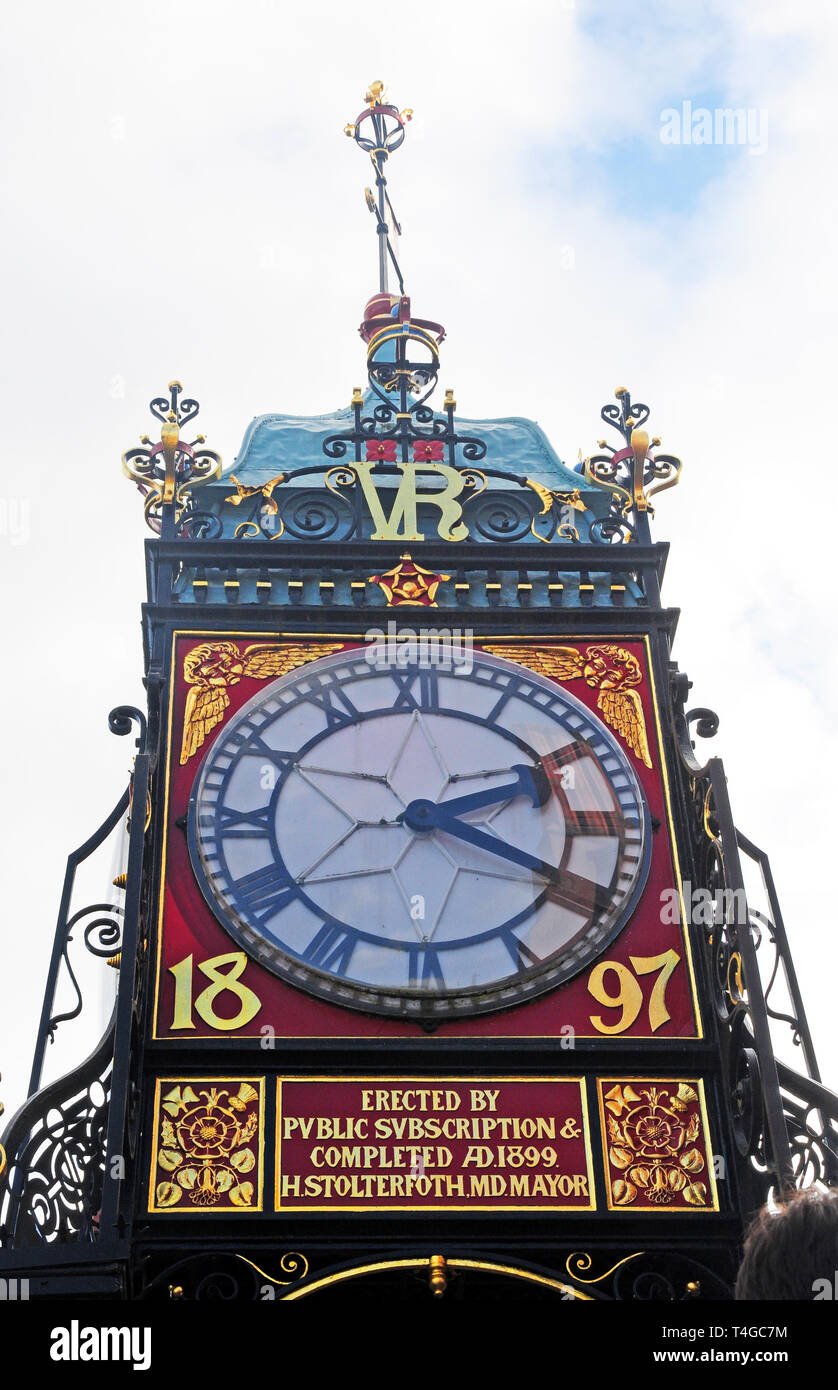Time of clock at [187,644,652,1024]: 2:19
